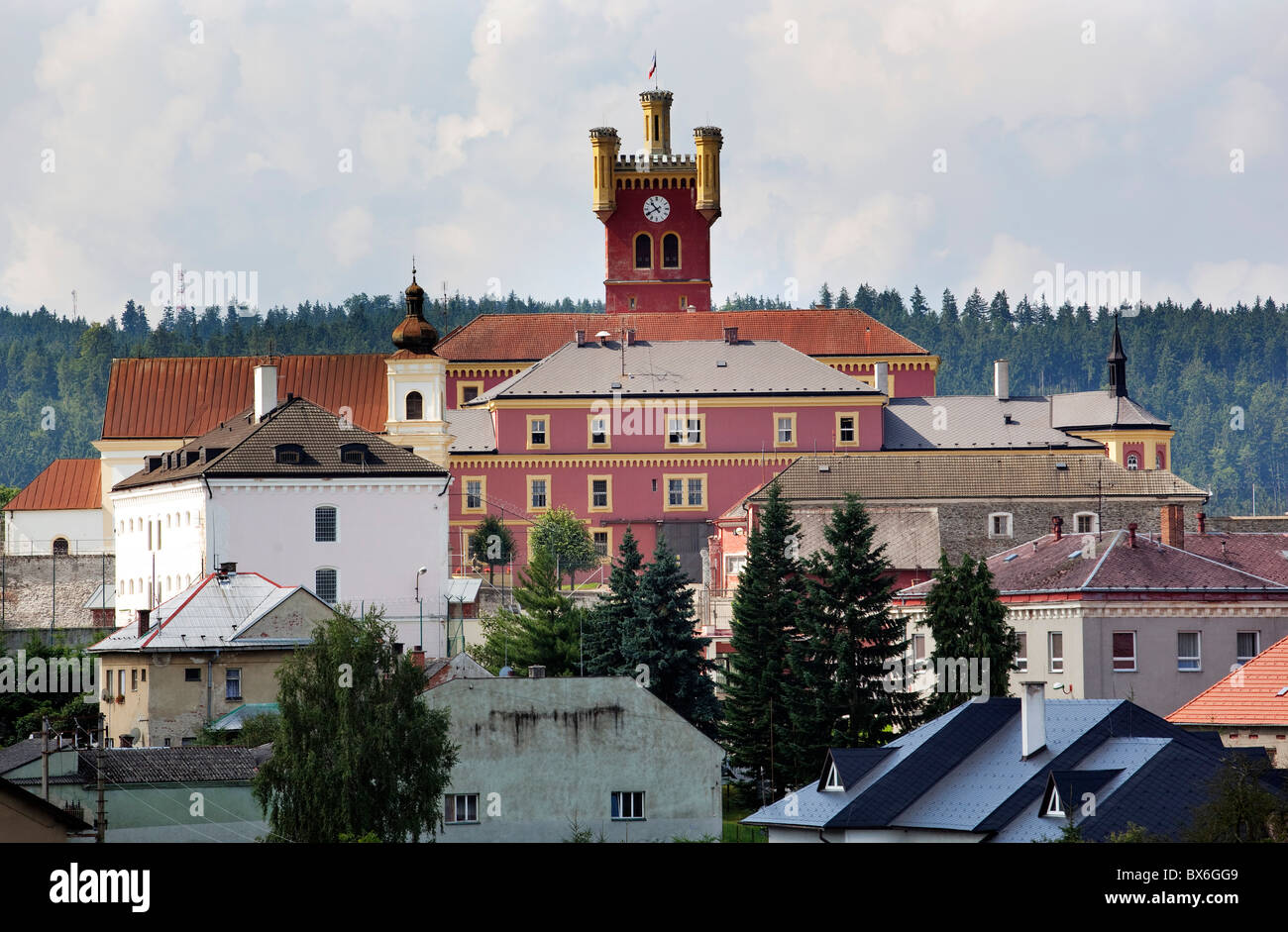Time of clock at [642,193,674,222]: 10:40
